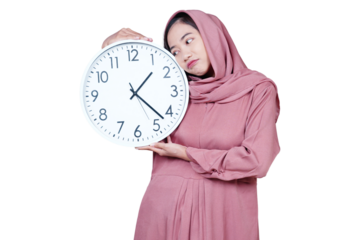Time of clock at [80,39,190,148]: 1:22
